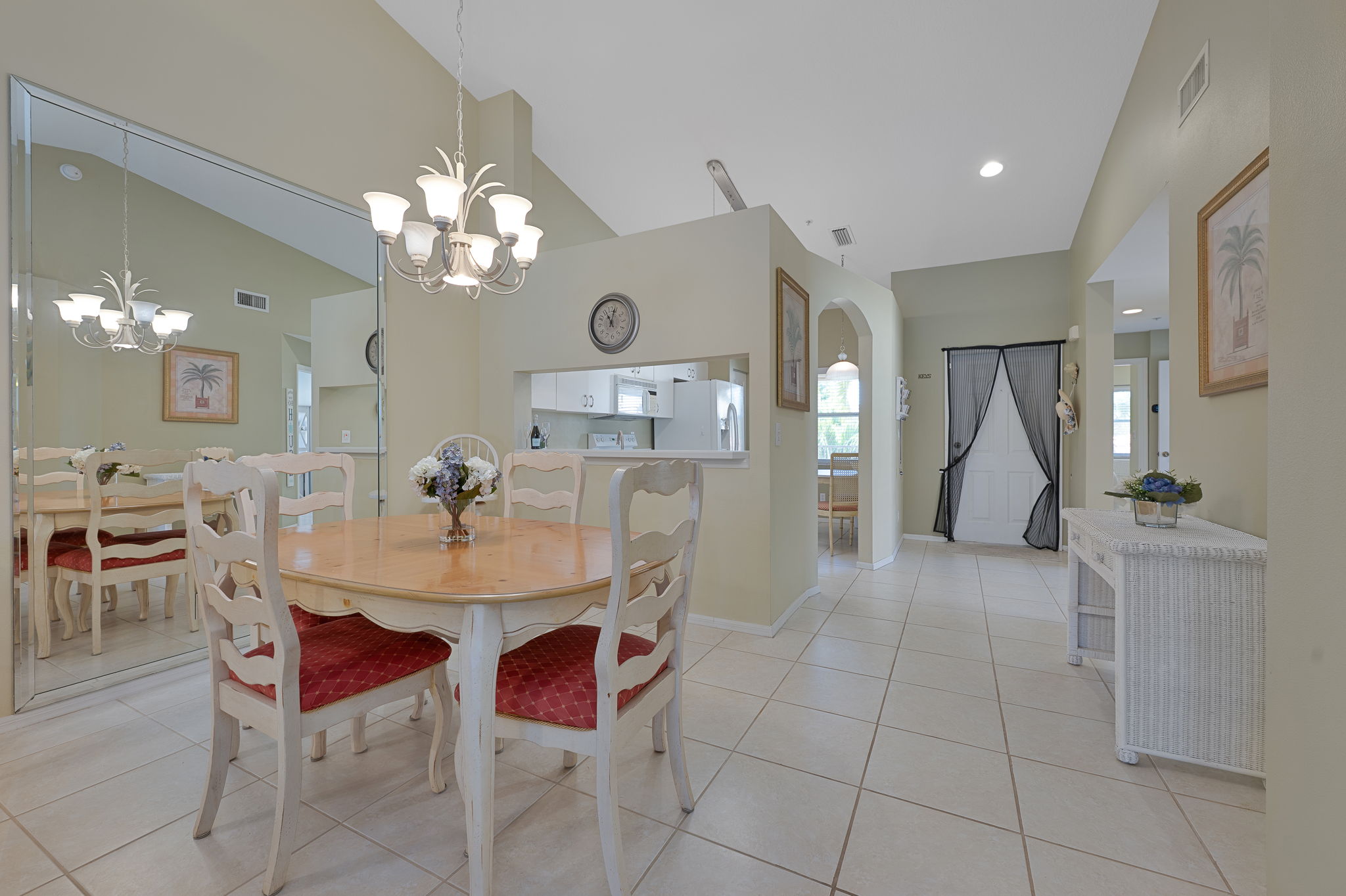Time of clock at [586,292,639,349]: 11:03
